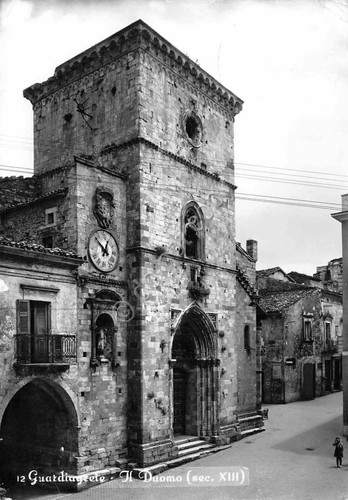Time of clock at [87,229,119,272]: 12:52
